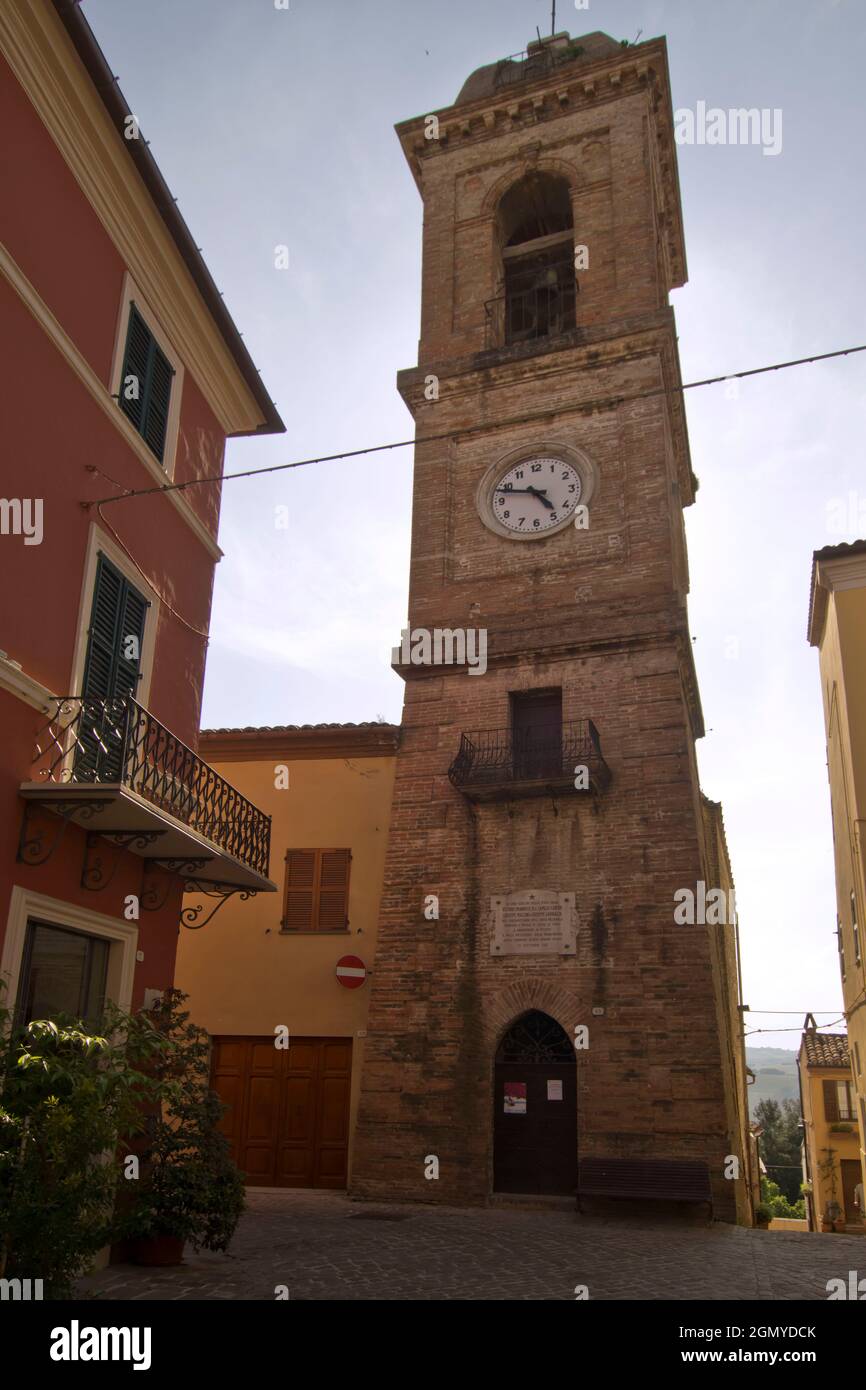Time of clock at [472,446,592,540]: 4:48
